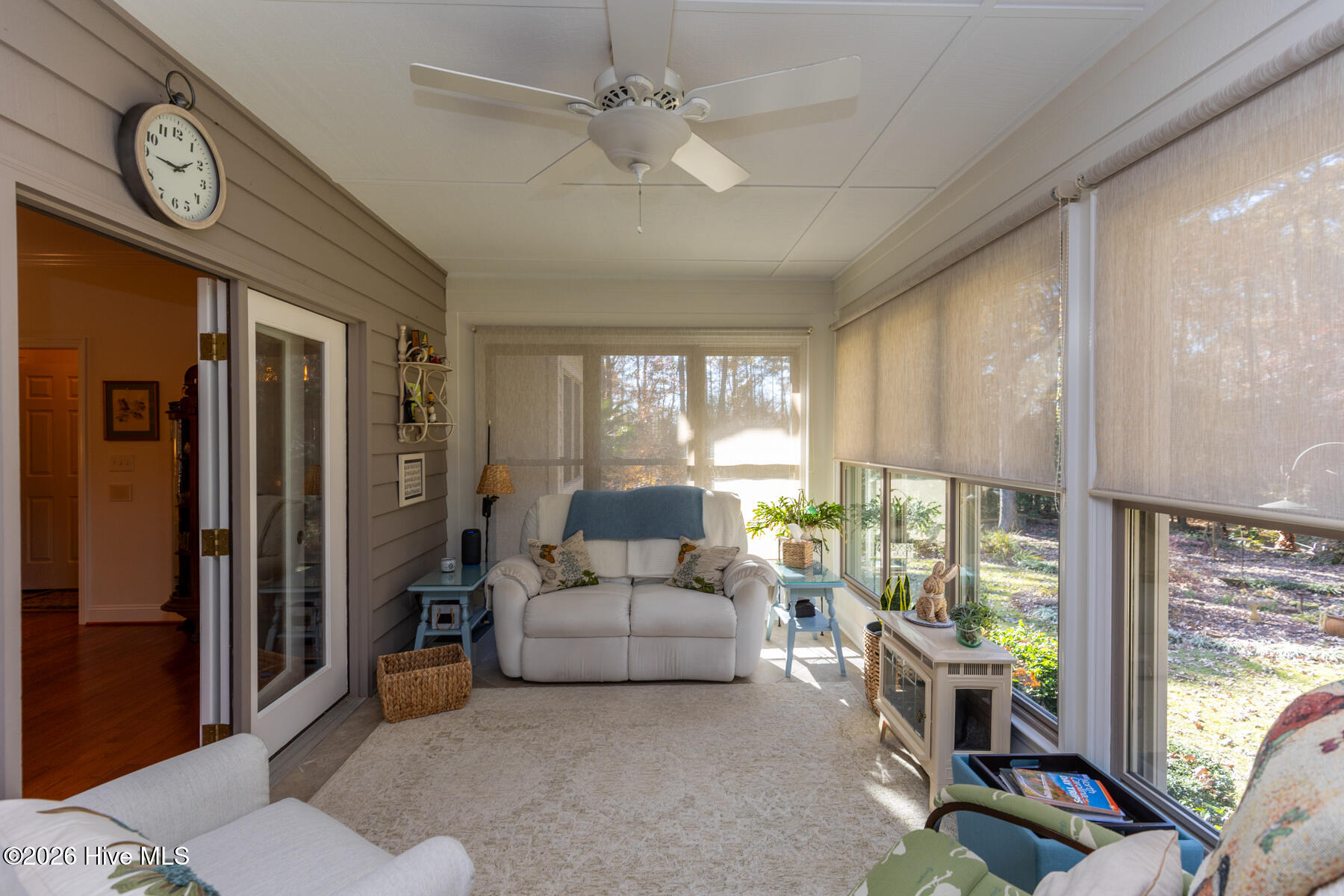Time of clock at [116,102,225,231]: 1:45
